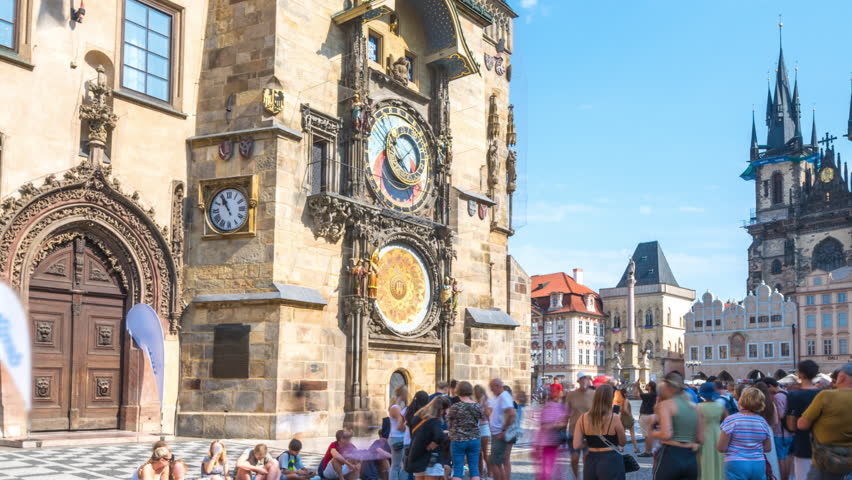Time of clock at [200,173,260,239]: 10:55
